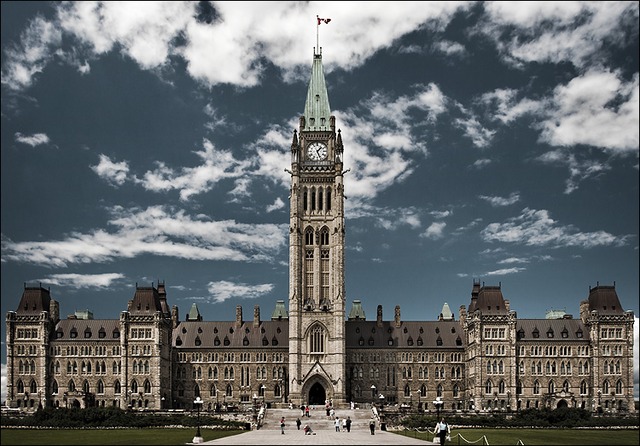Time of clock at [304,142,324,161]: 1:26
